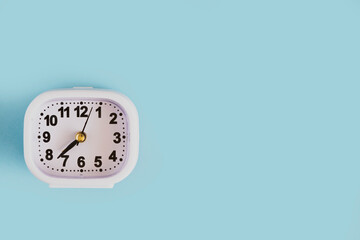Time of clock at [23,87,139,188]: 7:37
